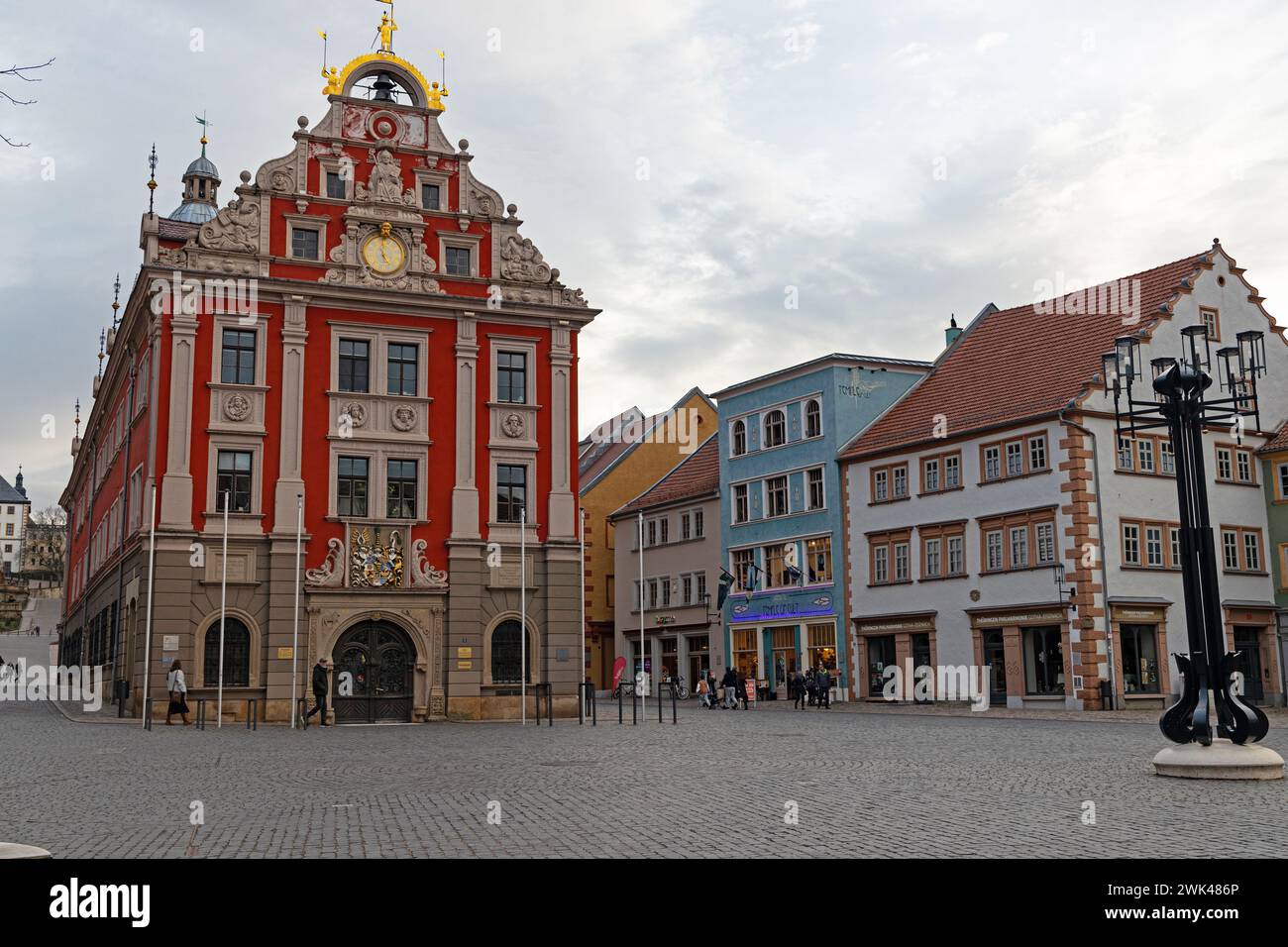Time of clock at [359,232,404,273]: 4:59
